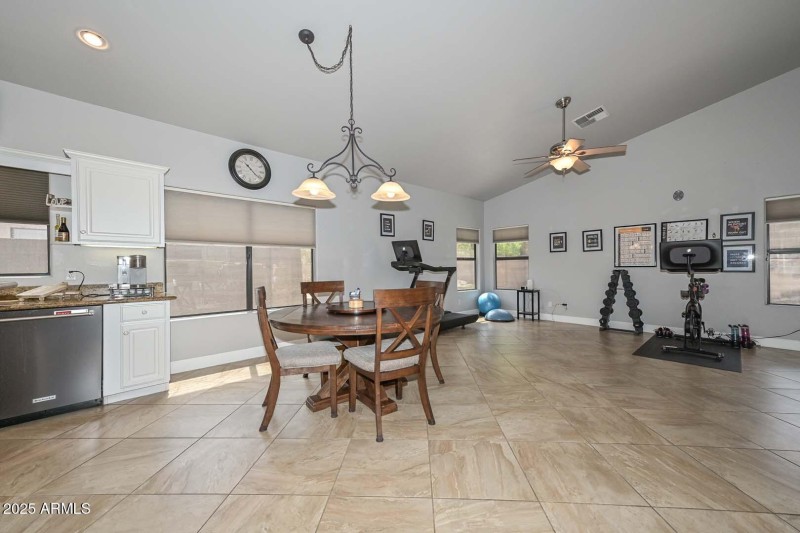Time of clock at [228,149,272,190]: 10:21
